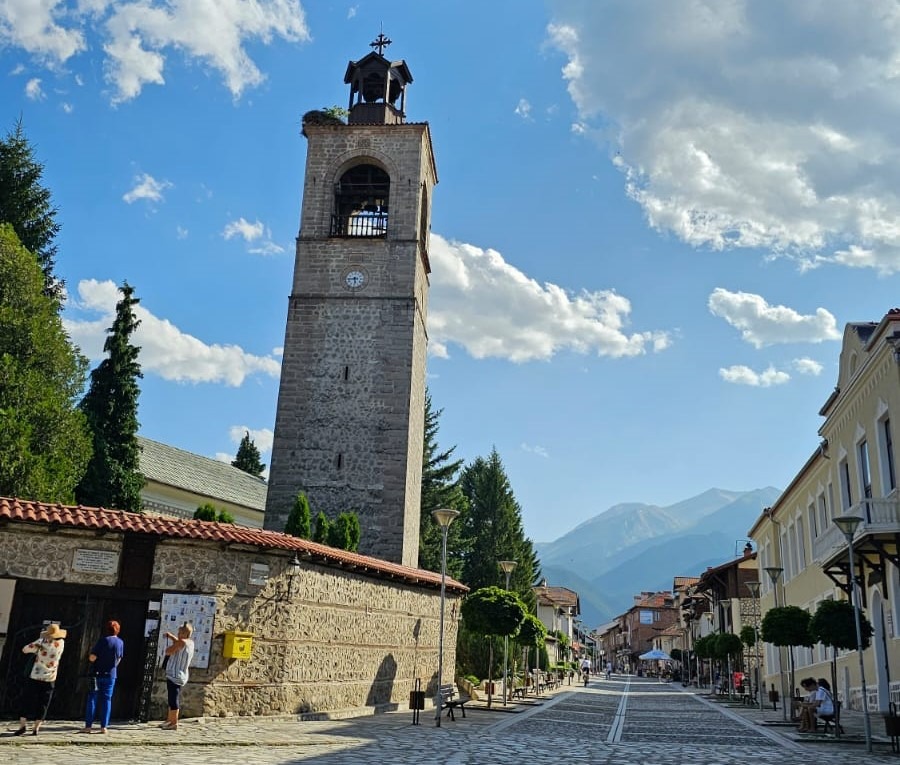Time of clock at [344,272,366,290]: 5:44
